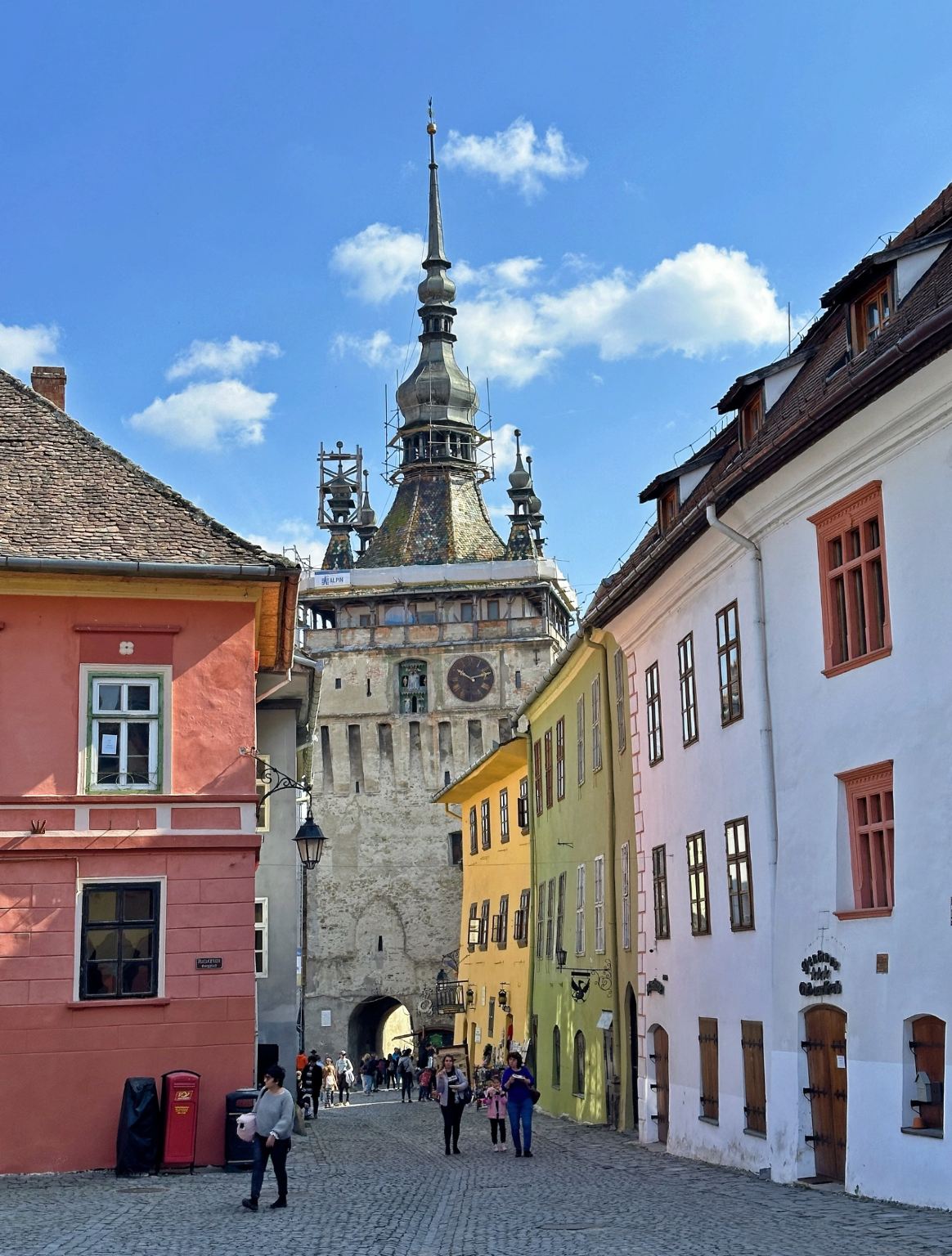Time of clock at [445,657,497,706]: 10:12
